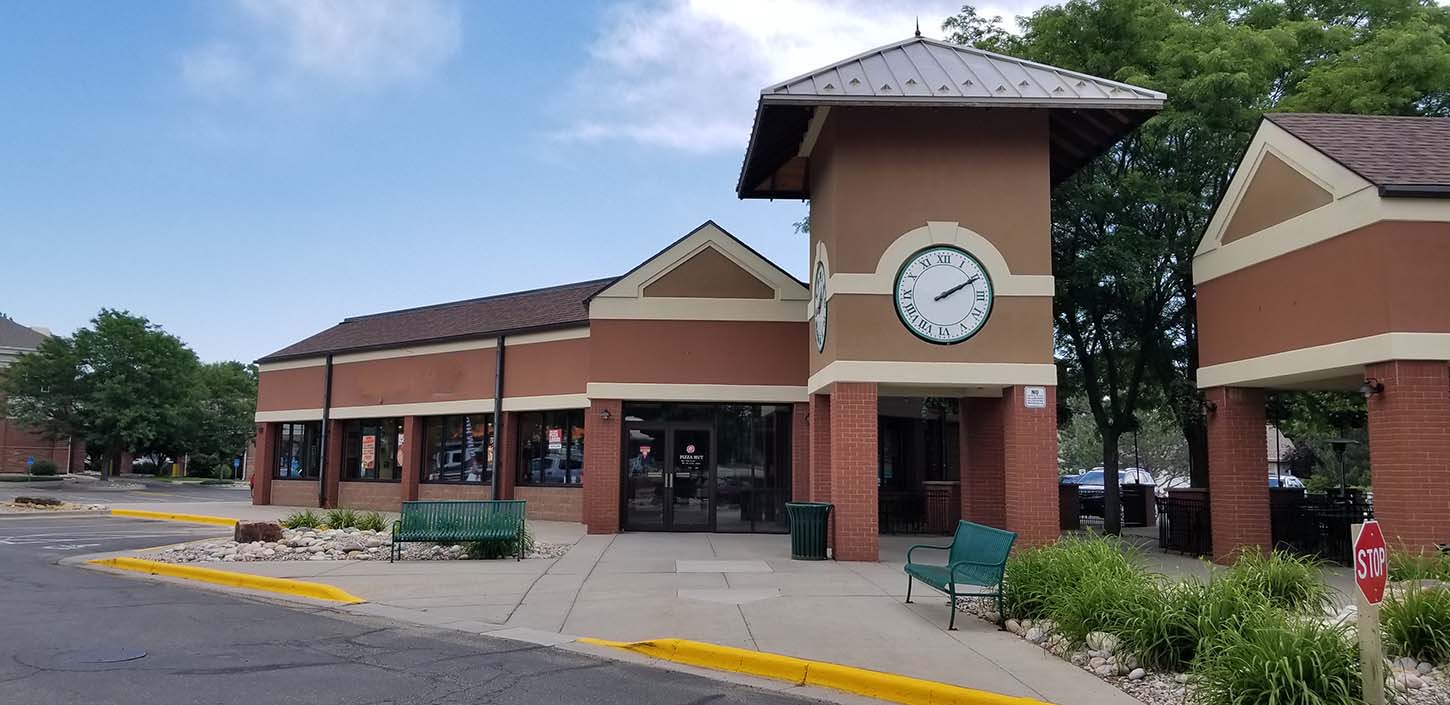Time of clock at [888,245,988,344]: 2:10
